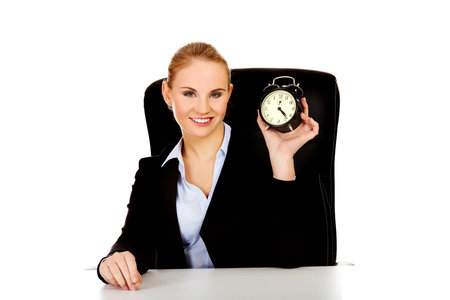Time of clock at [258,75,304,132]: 4:22
